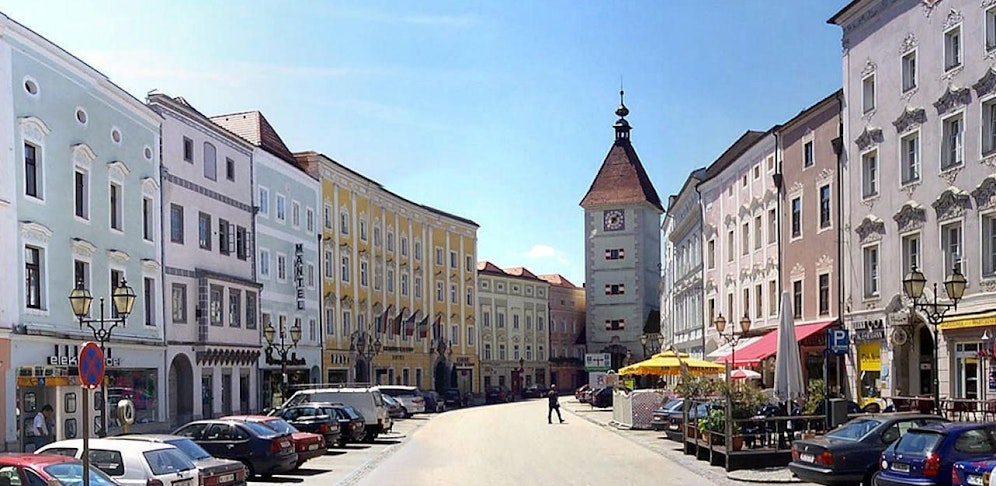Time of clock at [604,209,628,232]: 7:07
